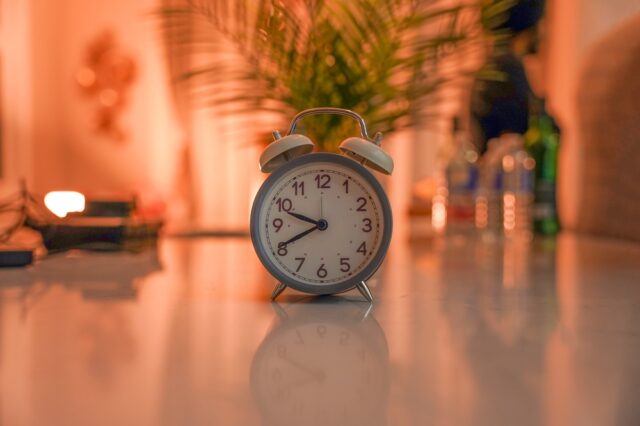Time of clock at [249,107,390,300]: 9:40
